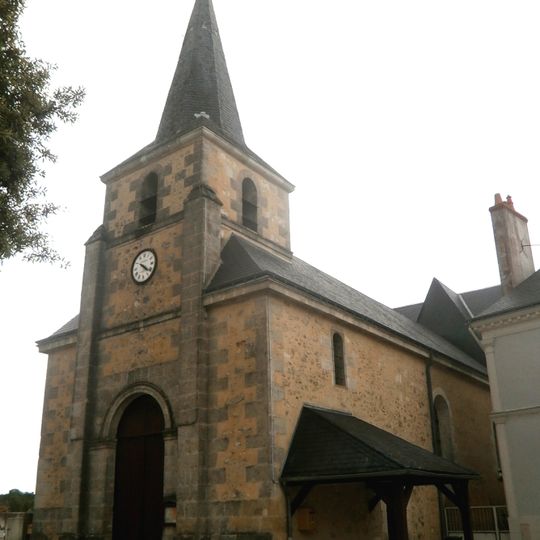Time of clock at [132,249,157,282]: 4:21
